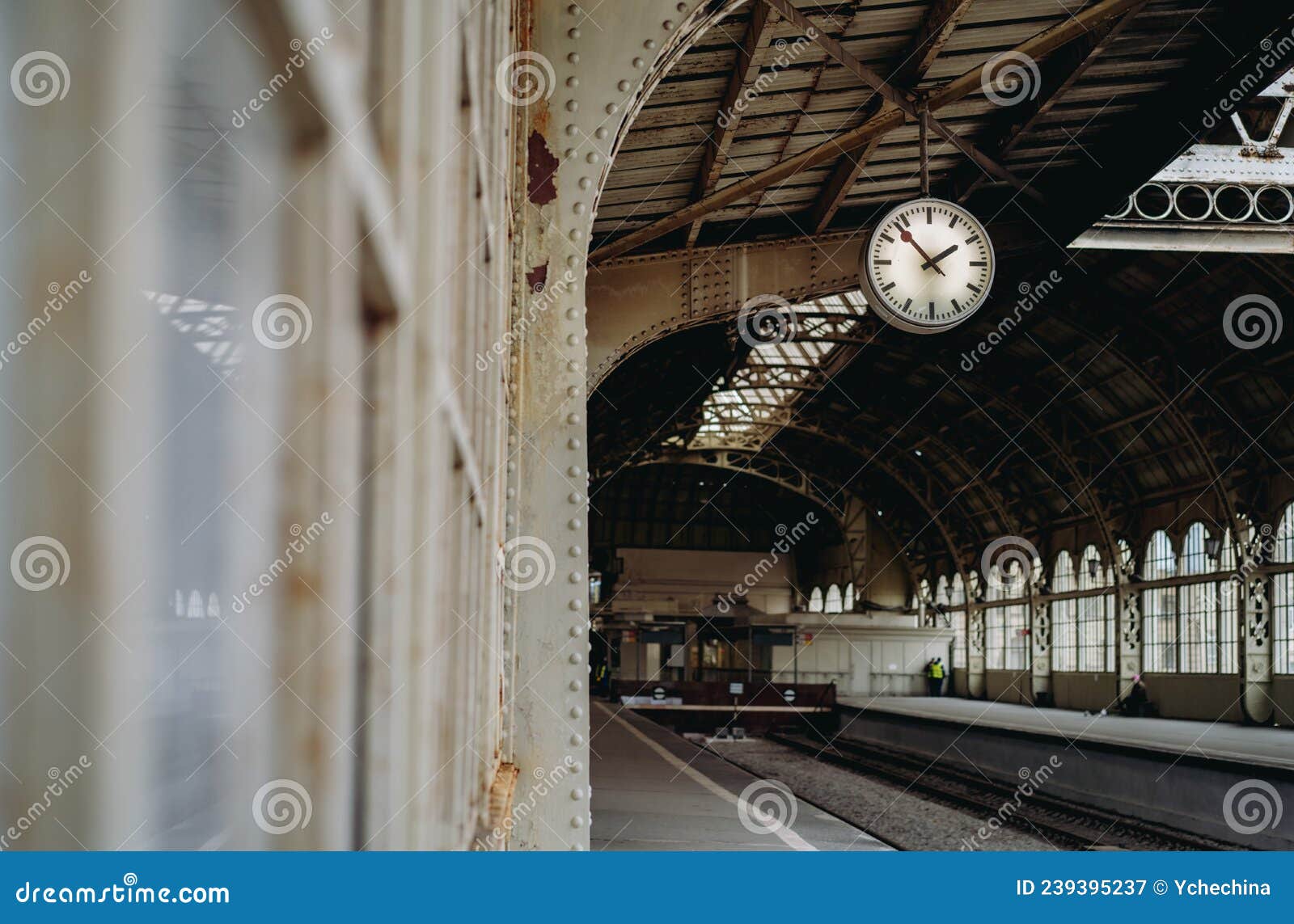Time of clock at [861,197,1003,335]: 1:53
